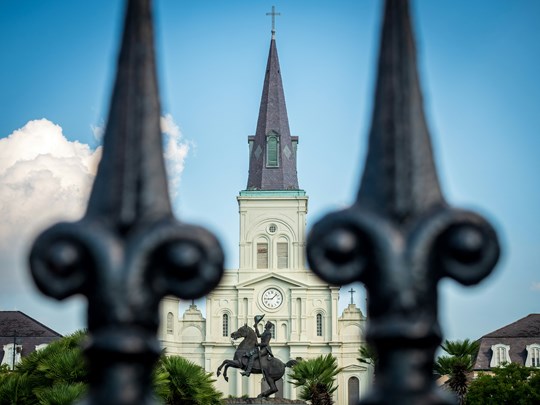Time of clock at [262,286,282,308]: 9:07
